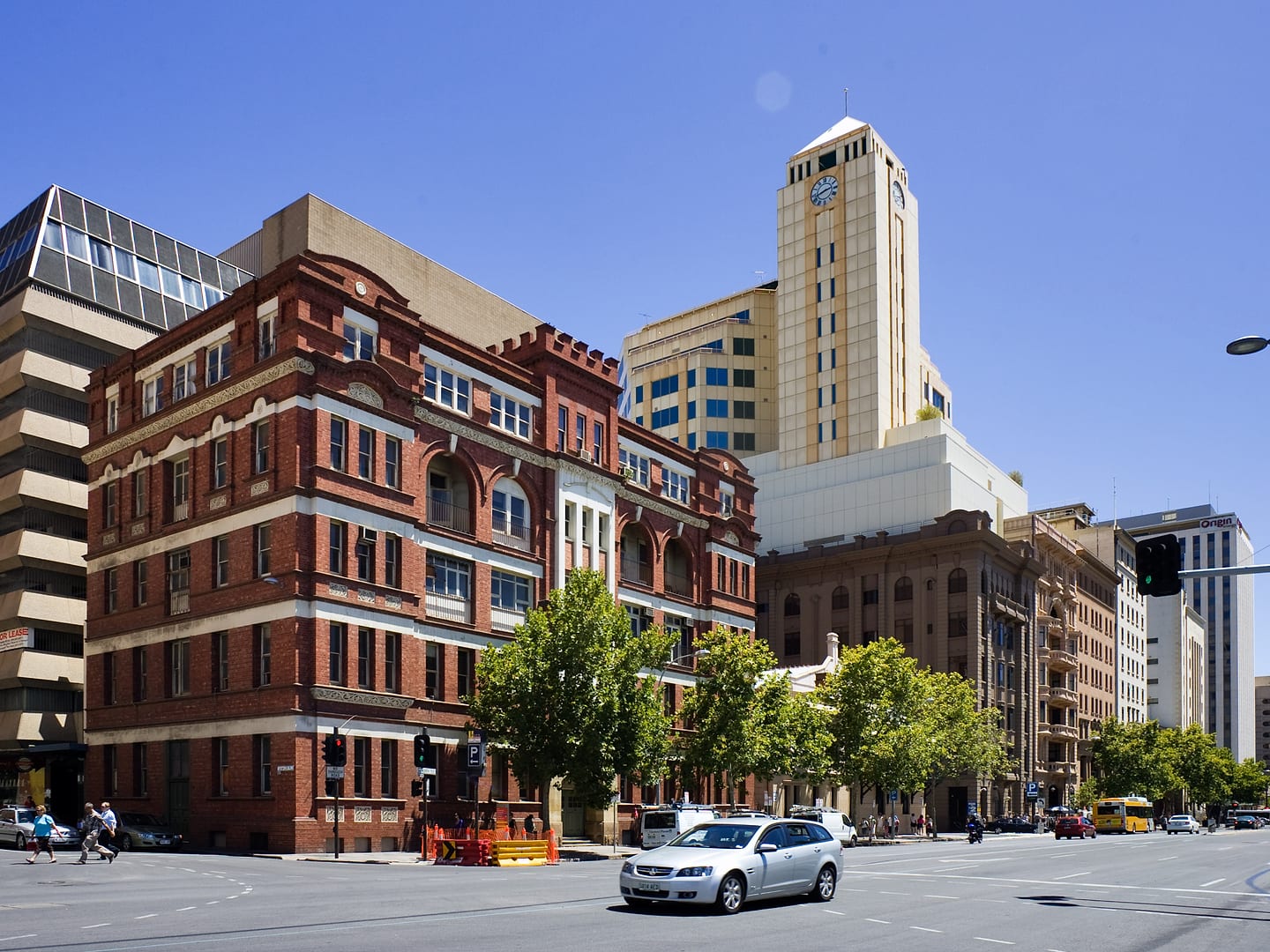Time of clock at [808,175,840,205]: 2:42
